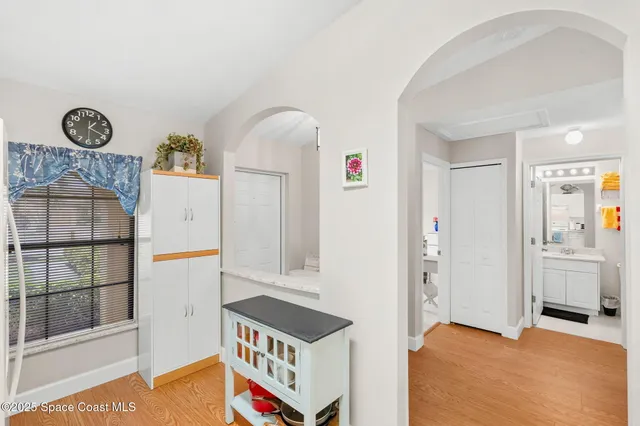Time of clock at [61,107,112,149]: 1:19
